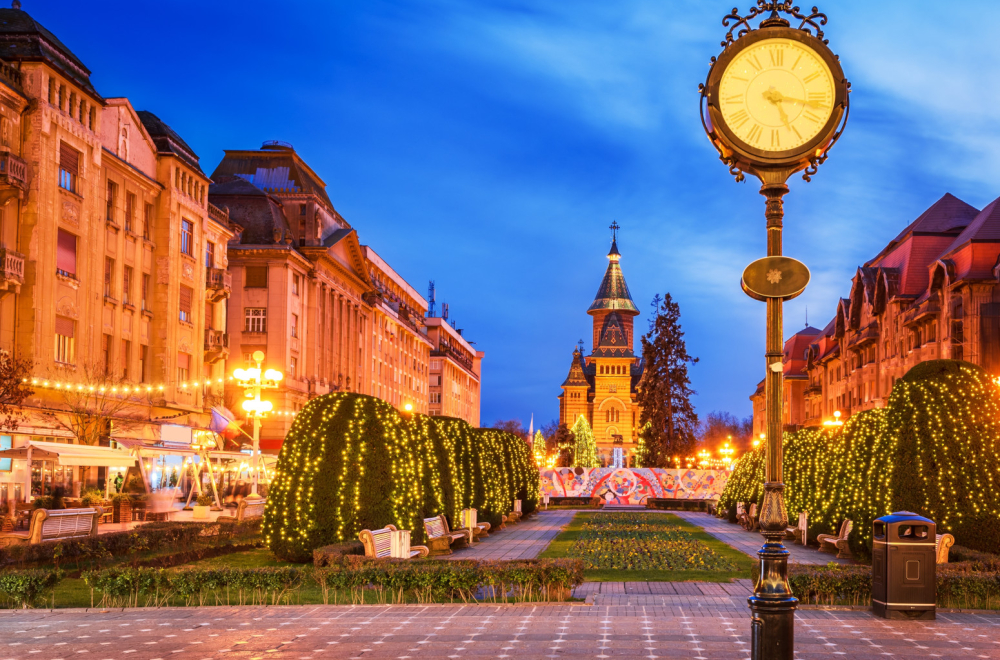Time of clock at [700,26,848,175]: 5:17
